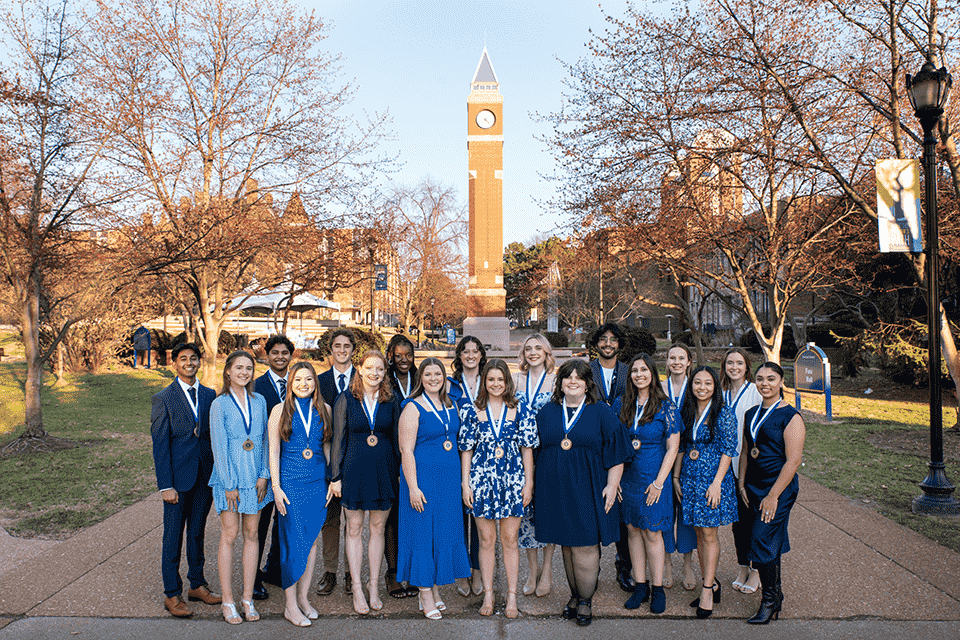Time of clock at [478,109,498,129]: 4:22
